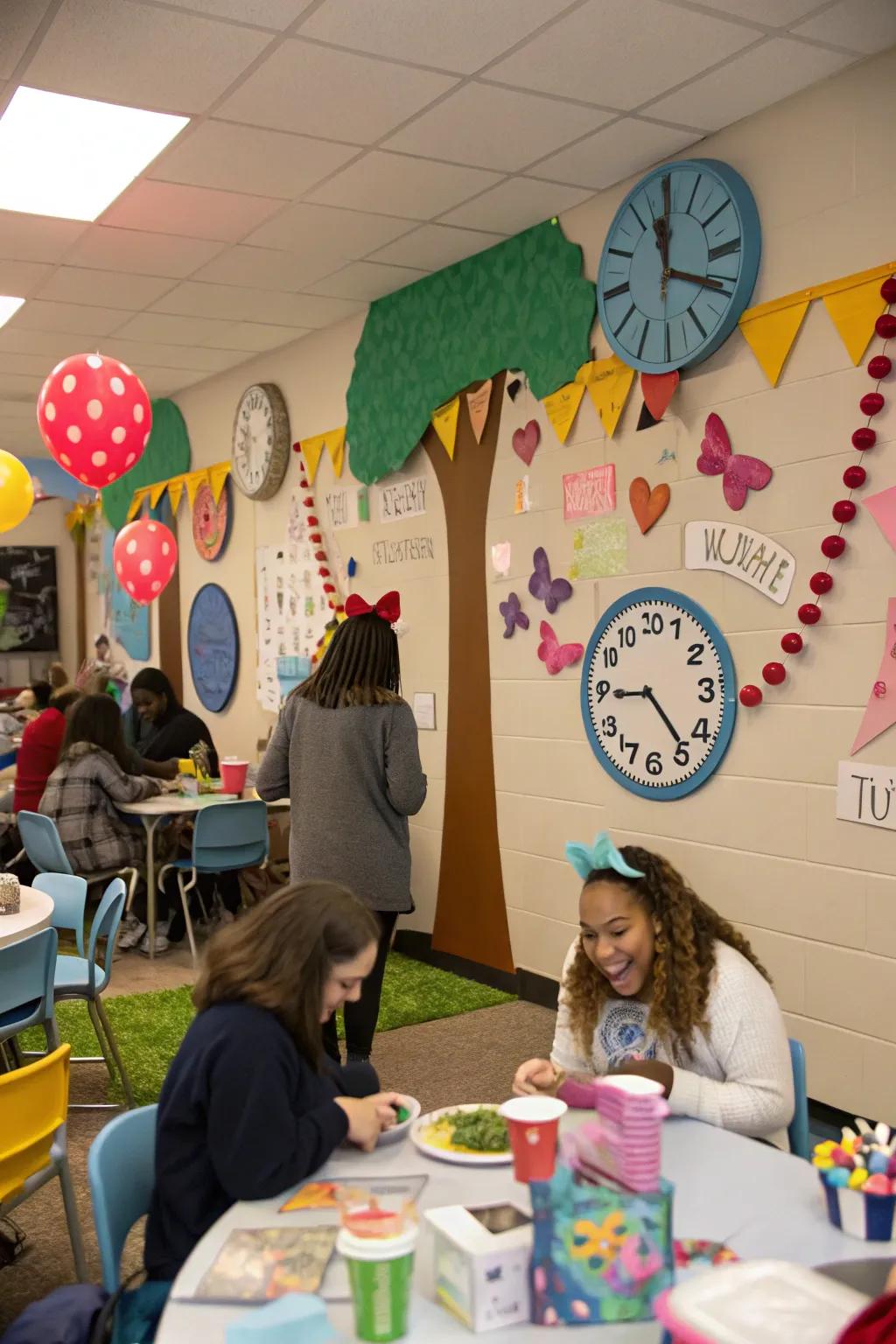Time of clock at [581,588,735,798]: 4:44
